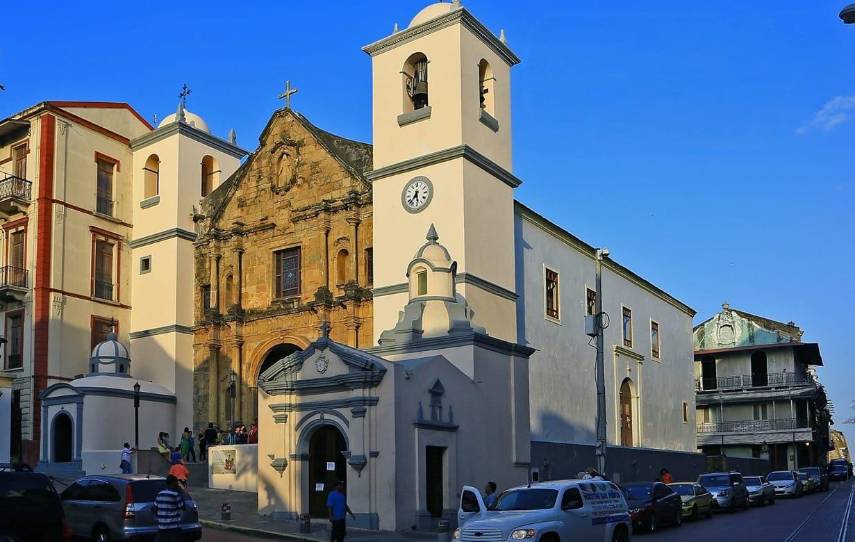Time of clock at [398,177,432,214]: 5:36
